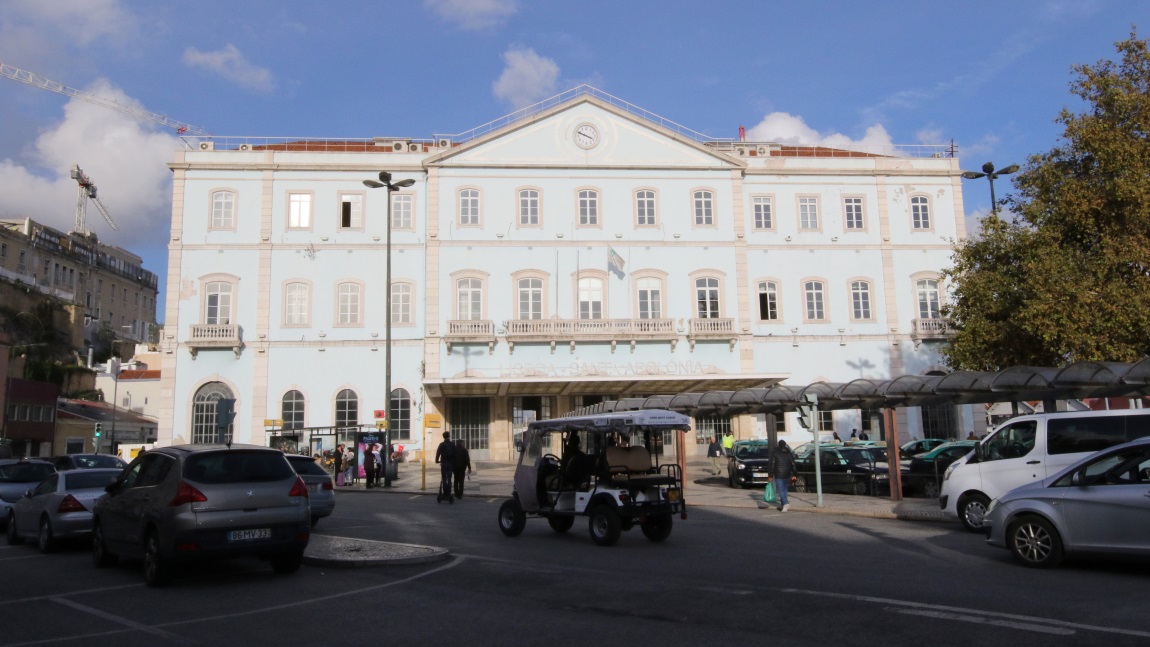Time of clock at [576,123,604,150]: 3:48
